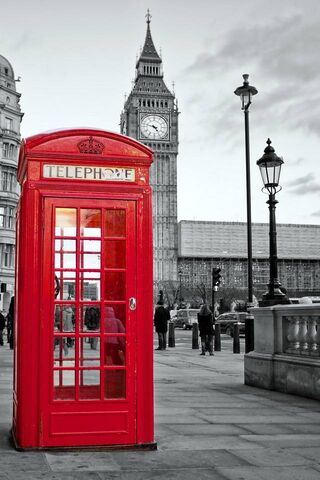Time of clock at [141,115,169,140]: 4:47
